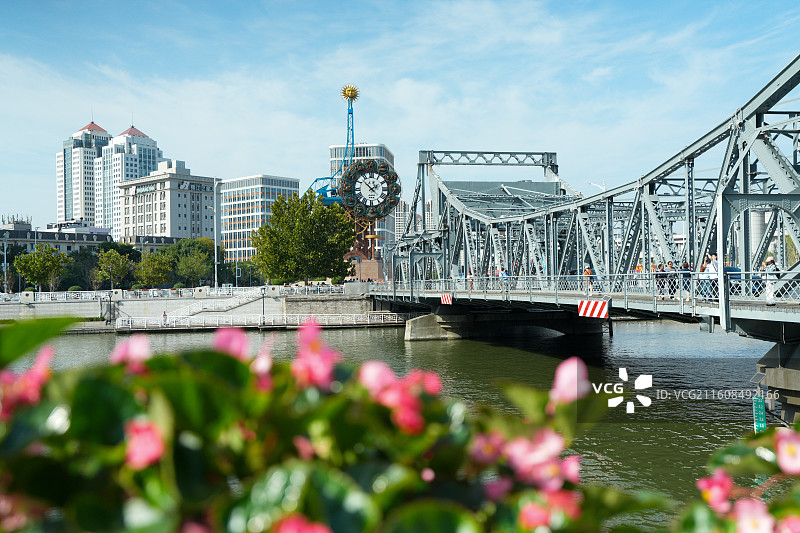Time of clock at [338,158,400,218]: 1:52
